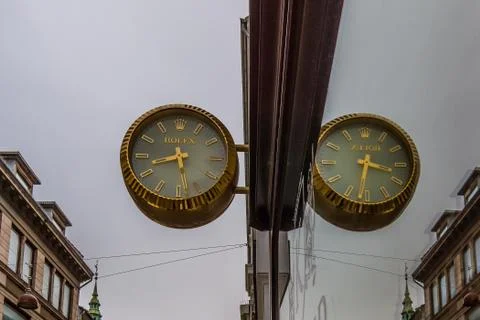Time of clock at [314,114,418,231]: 3:31
